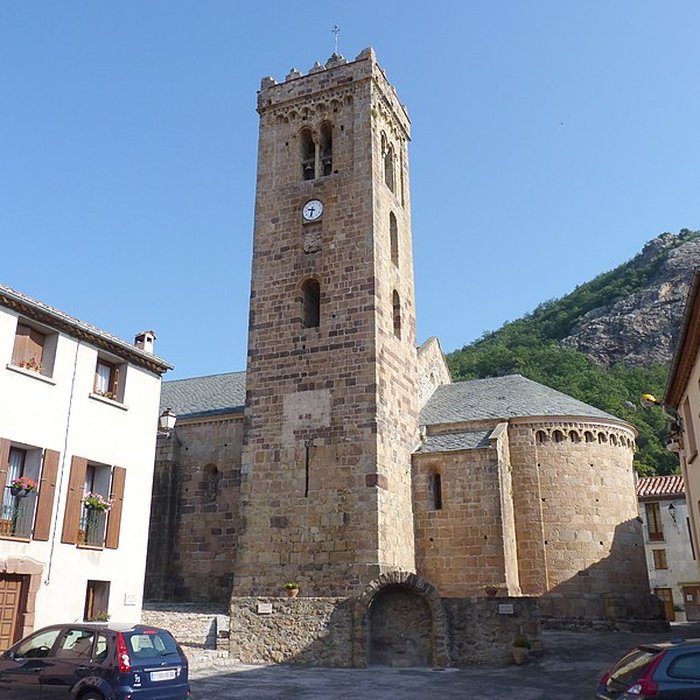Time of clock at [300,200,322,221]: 9:32
